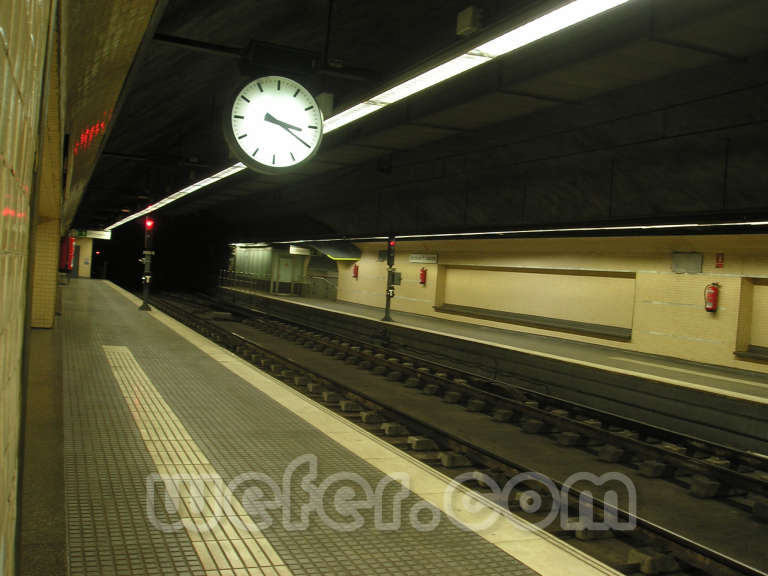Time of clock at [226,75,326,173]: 3:19
